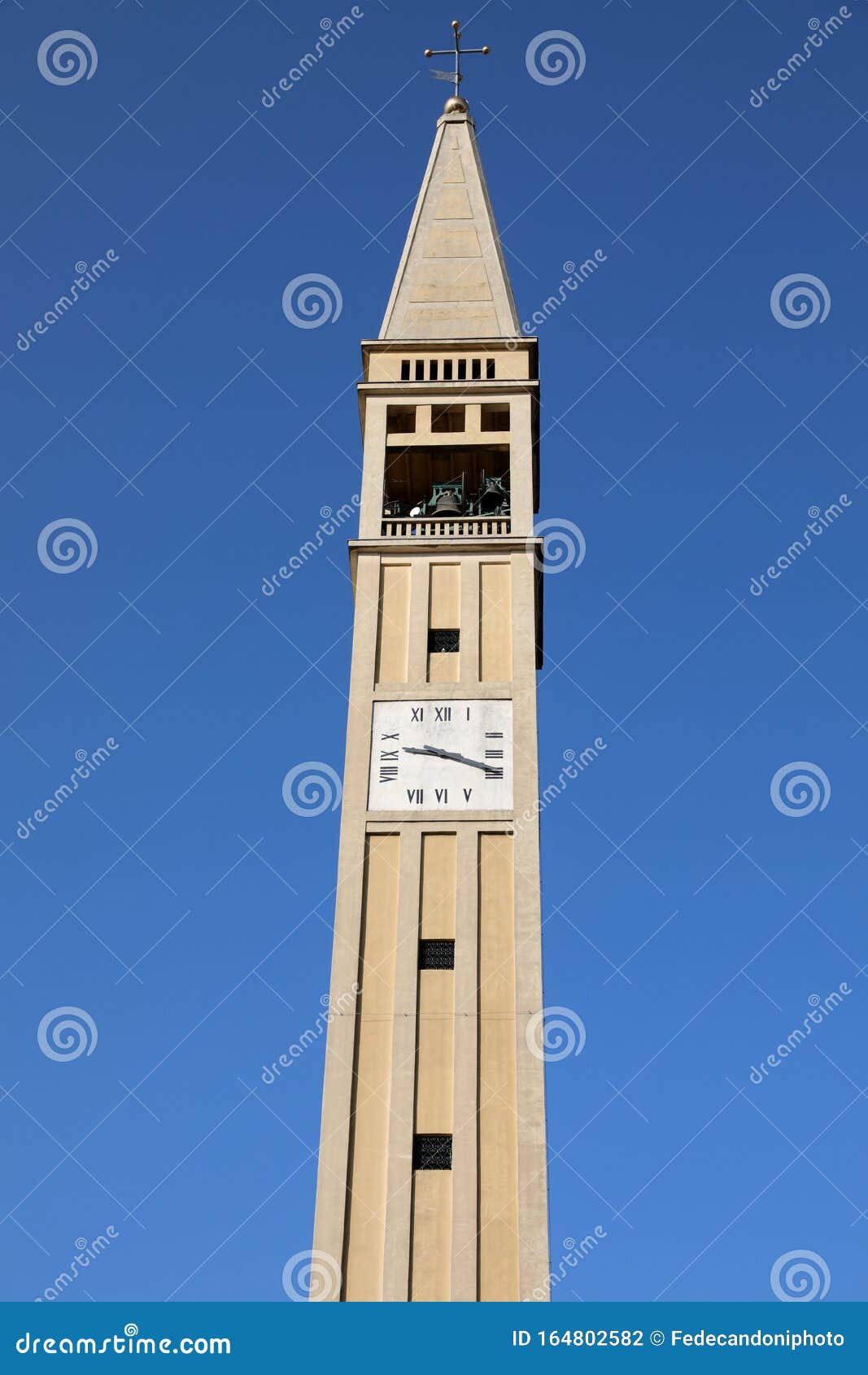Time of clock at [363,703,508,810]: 9:18
